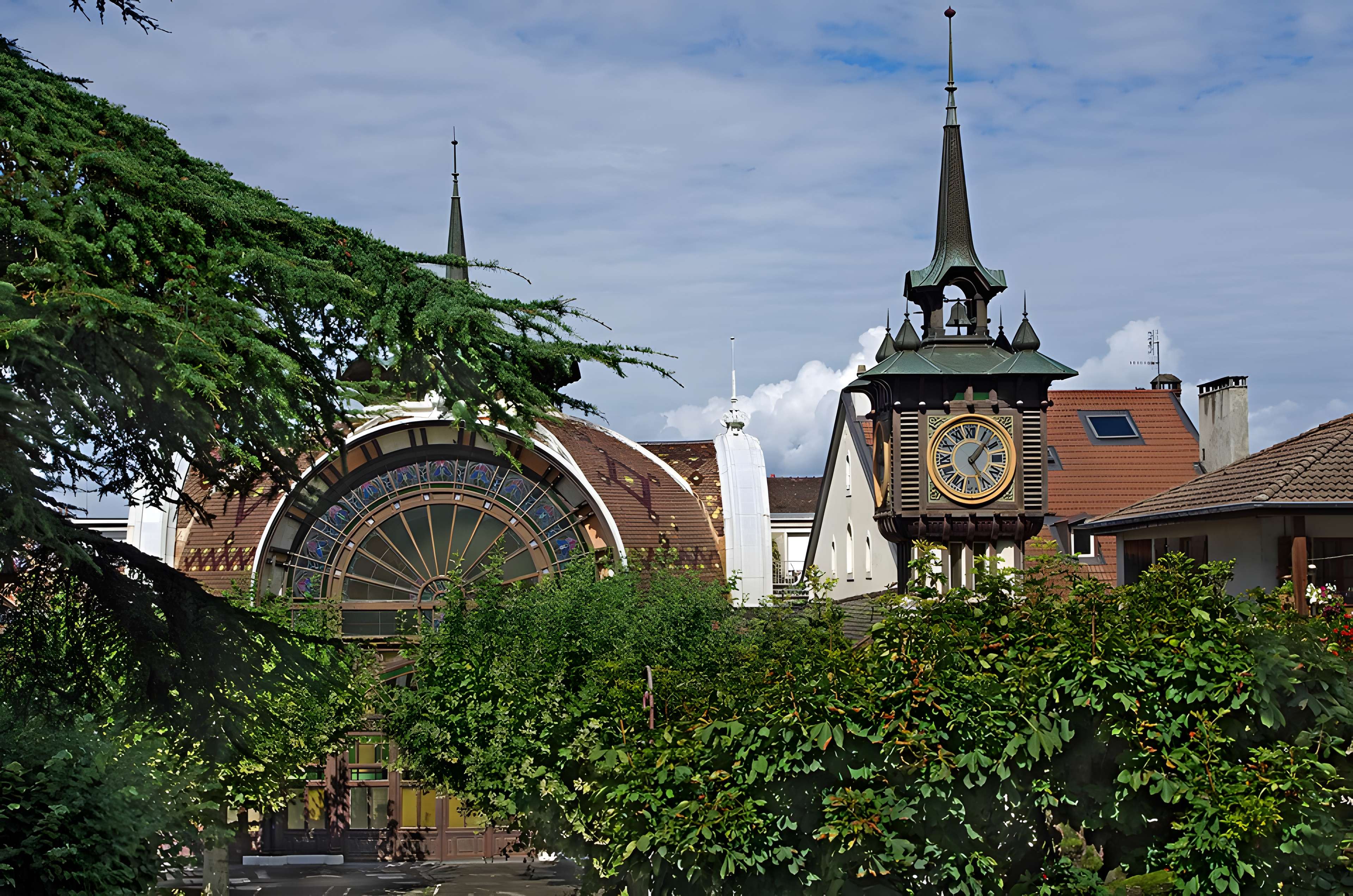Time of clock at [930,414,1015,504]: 1:24
